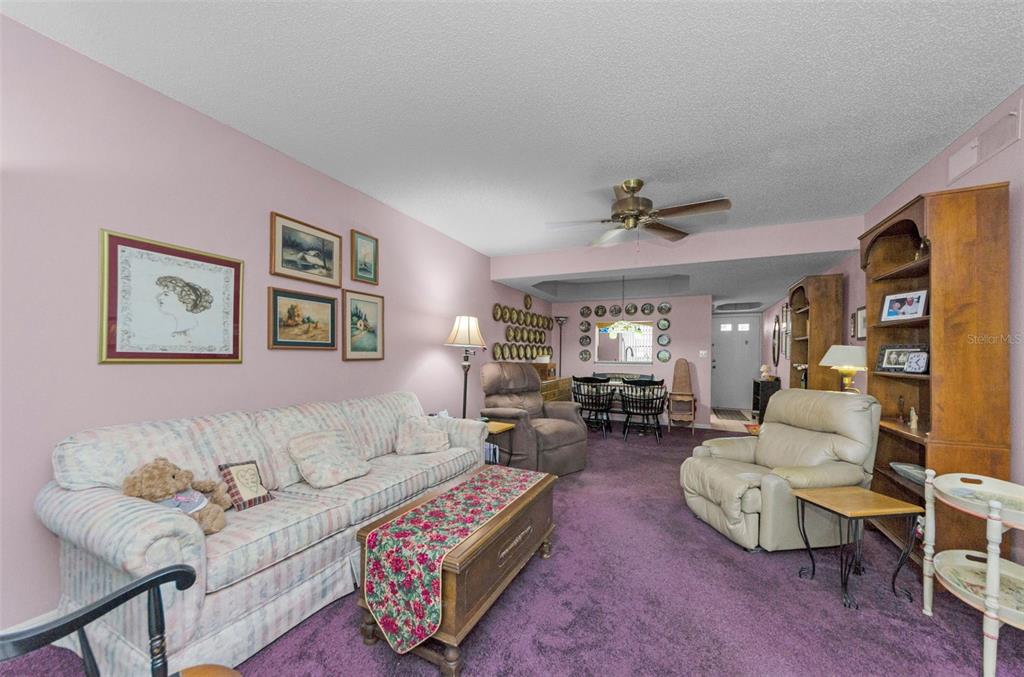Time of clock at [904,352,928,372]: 1:23
